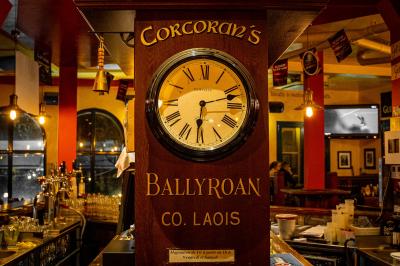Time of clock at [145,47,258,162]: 6:12
